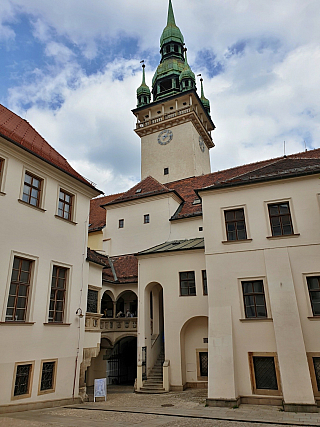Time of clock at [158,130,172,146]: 7:15
